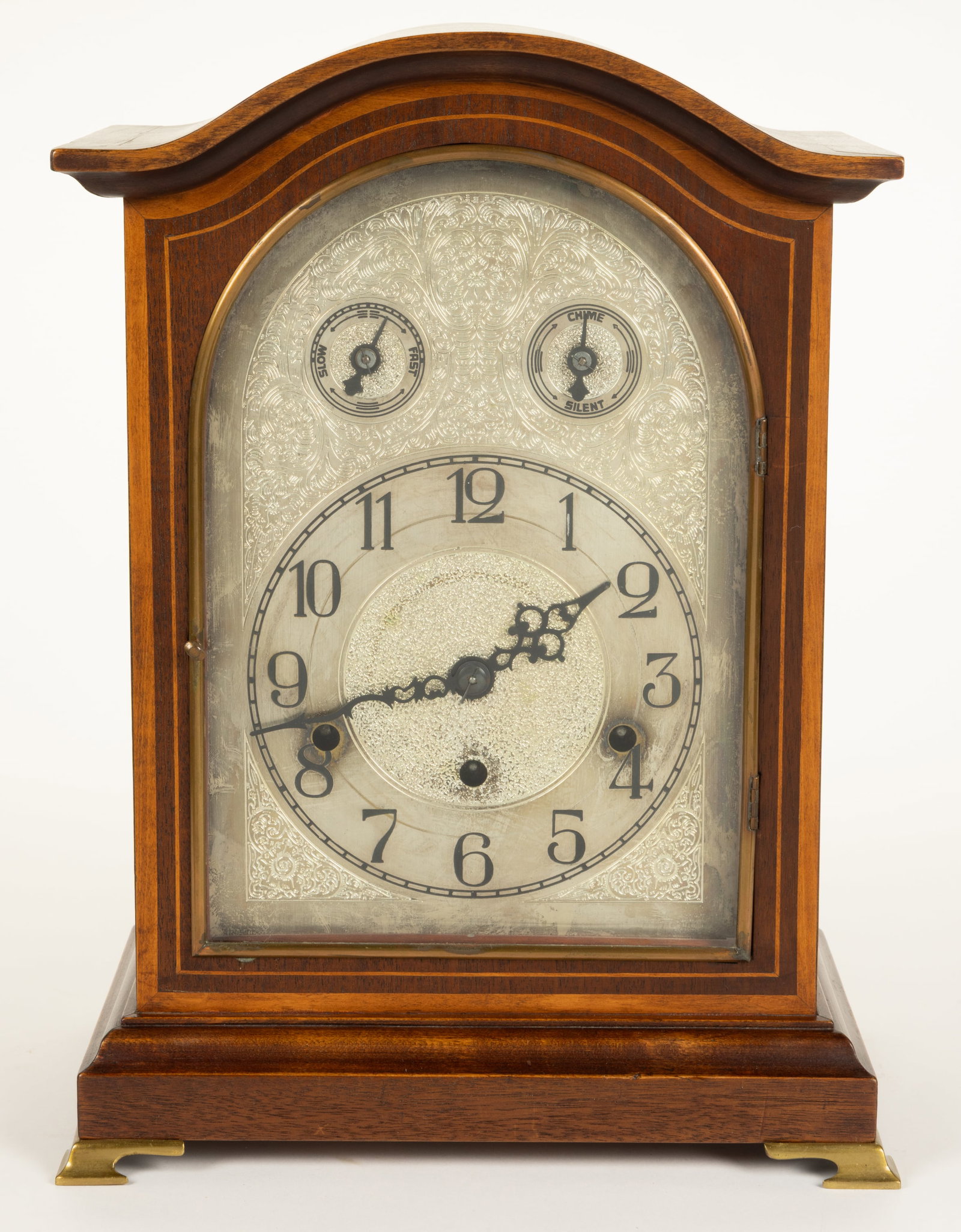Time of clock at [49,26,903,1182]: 1:42
